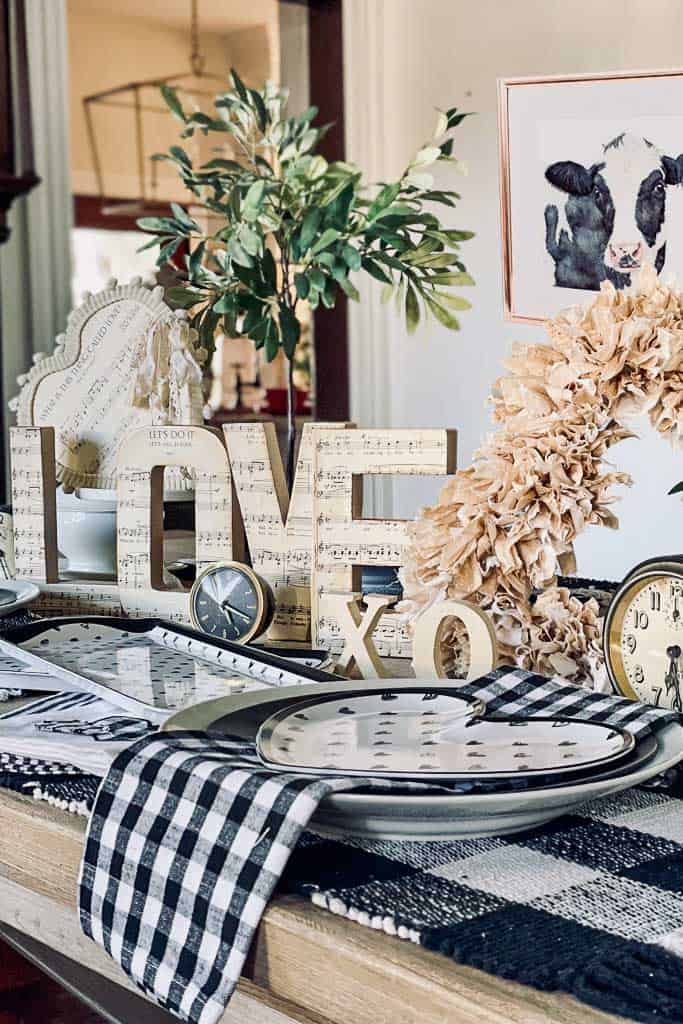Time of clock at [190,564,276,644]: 5:18
